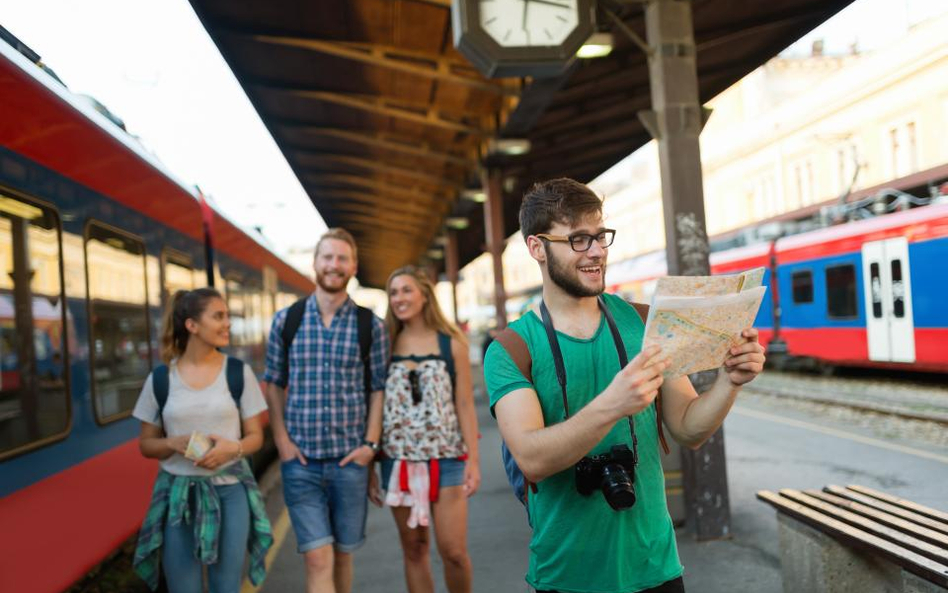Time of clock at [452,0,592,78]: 6:16
